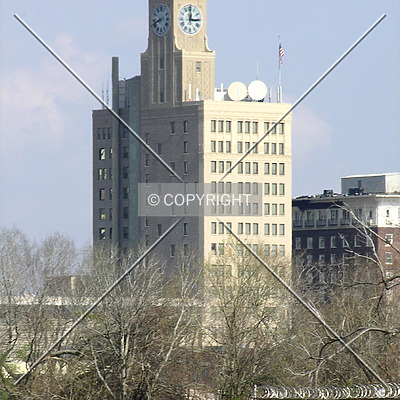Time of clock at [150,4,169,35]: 8:41
